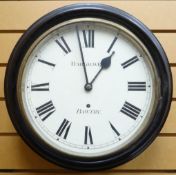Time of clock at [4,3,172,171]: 12:58
